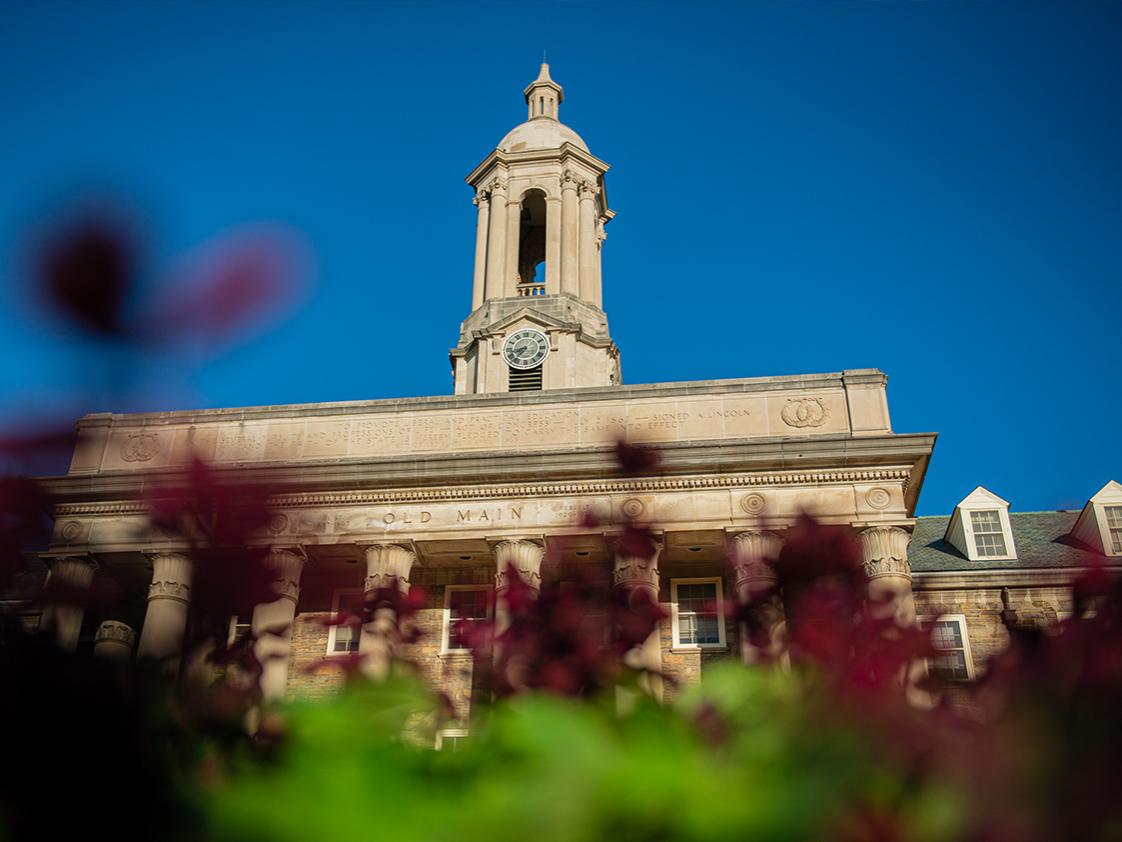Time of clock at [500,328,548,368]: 8:36
